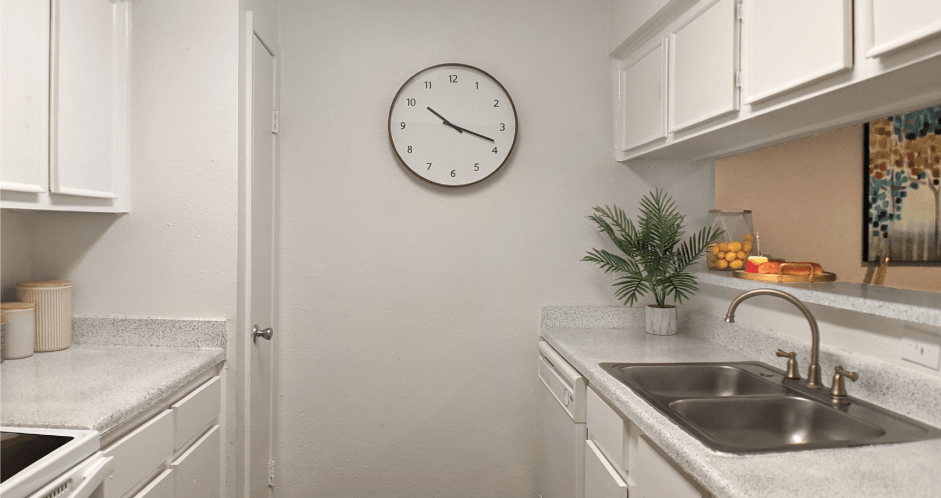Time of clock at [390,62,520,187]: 10:18
